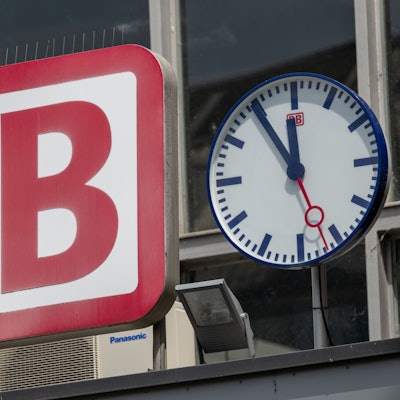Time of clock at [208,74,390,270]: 11:54
